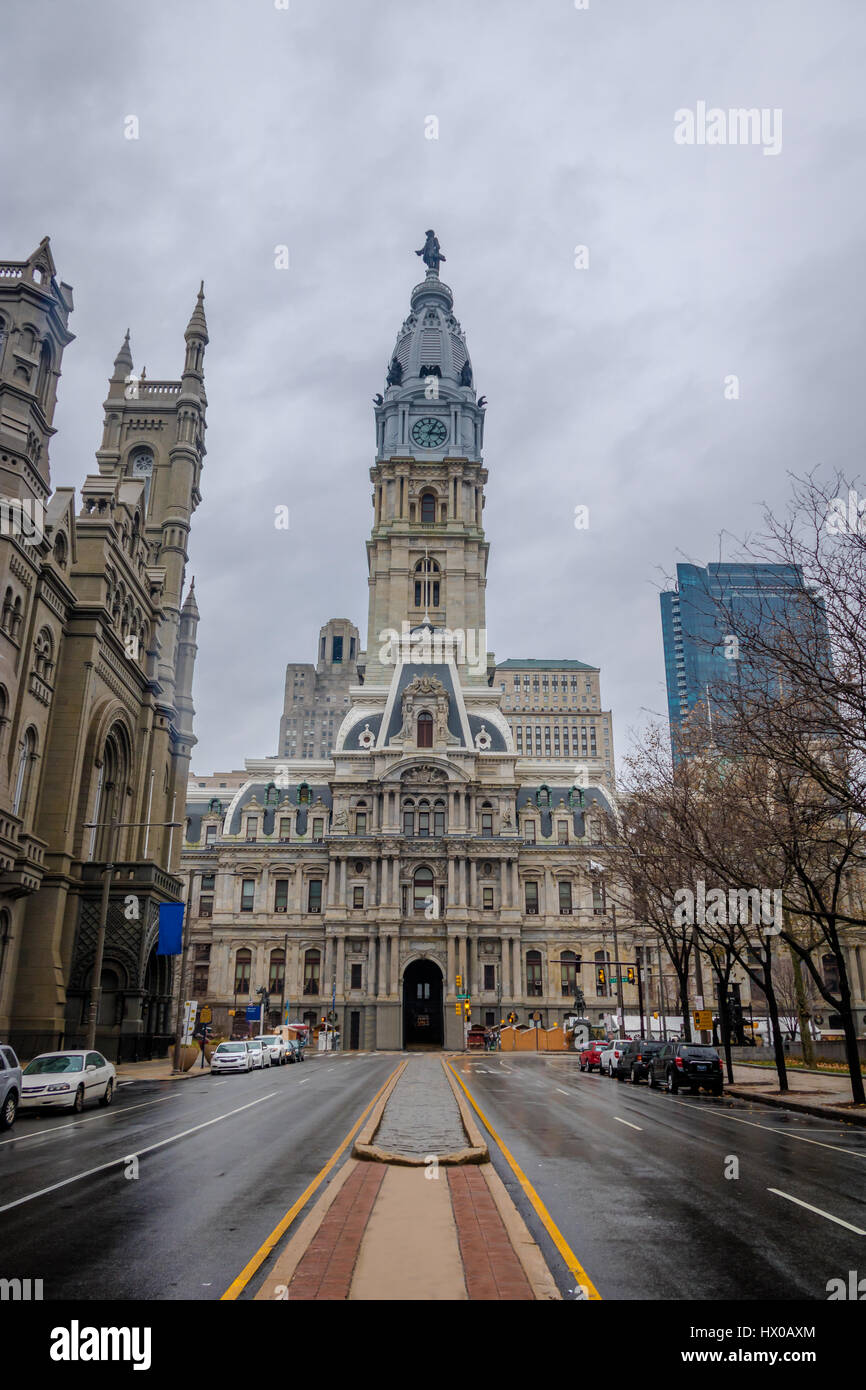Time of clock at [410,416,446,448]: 3:04
